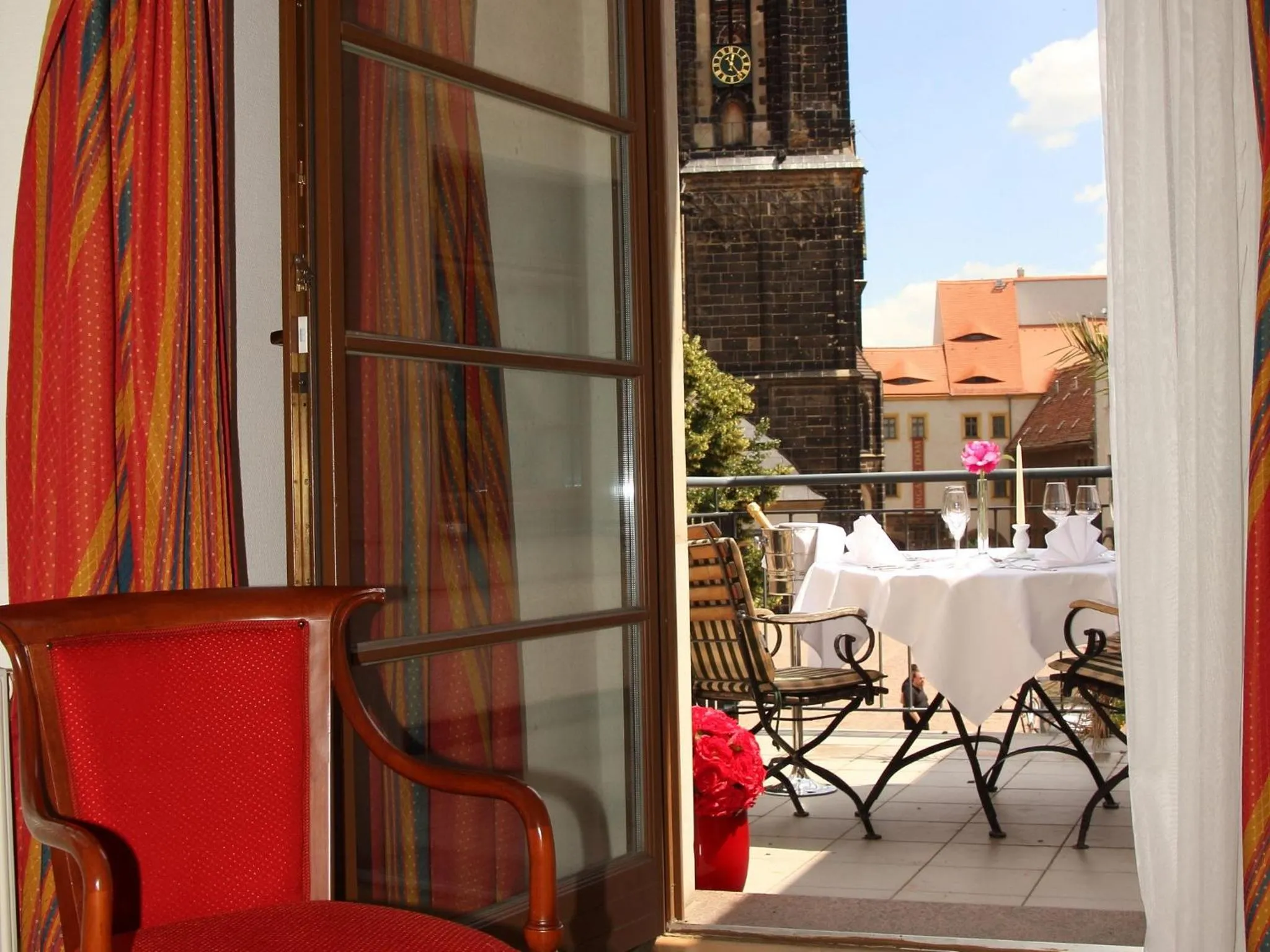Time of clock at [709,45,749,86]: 12:23
